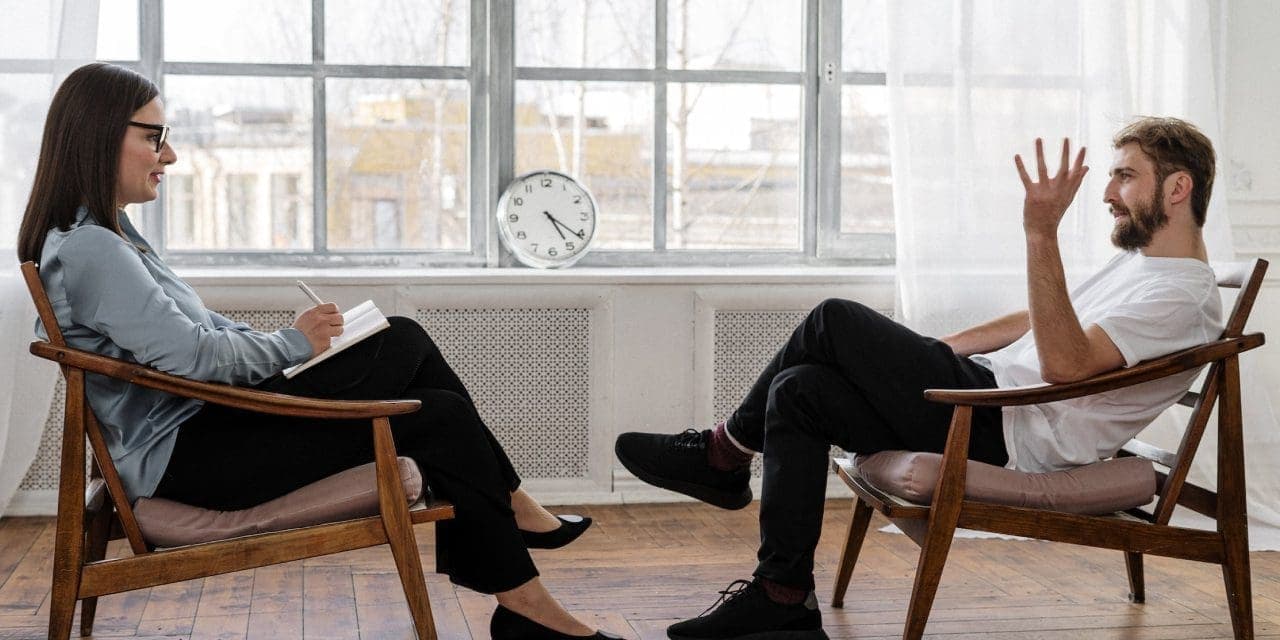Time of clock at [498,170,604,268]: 5:21
